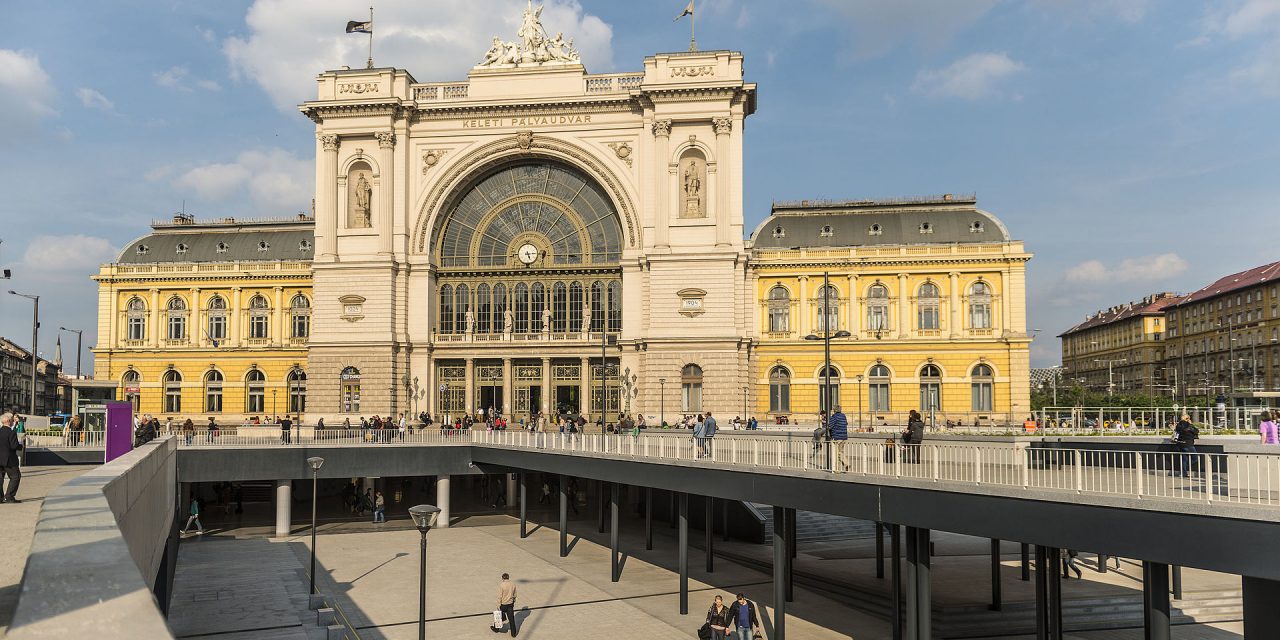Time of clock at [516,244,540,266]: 5:14
